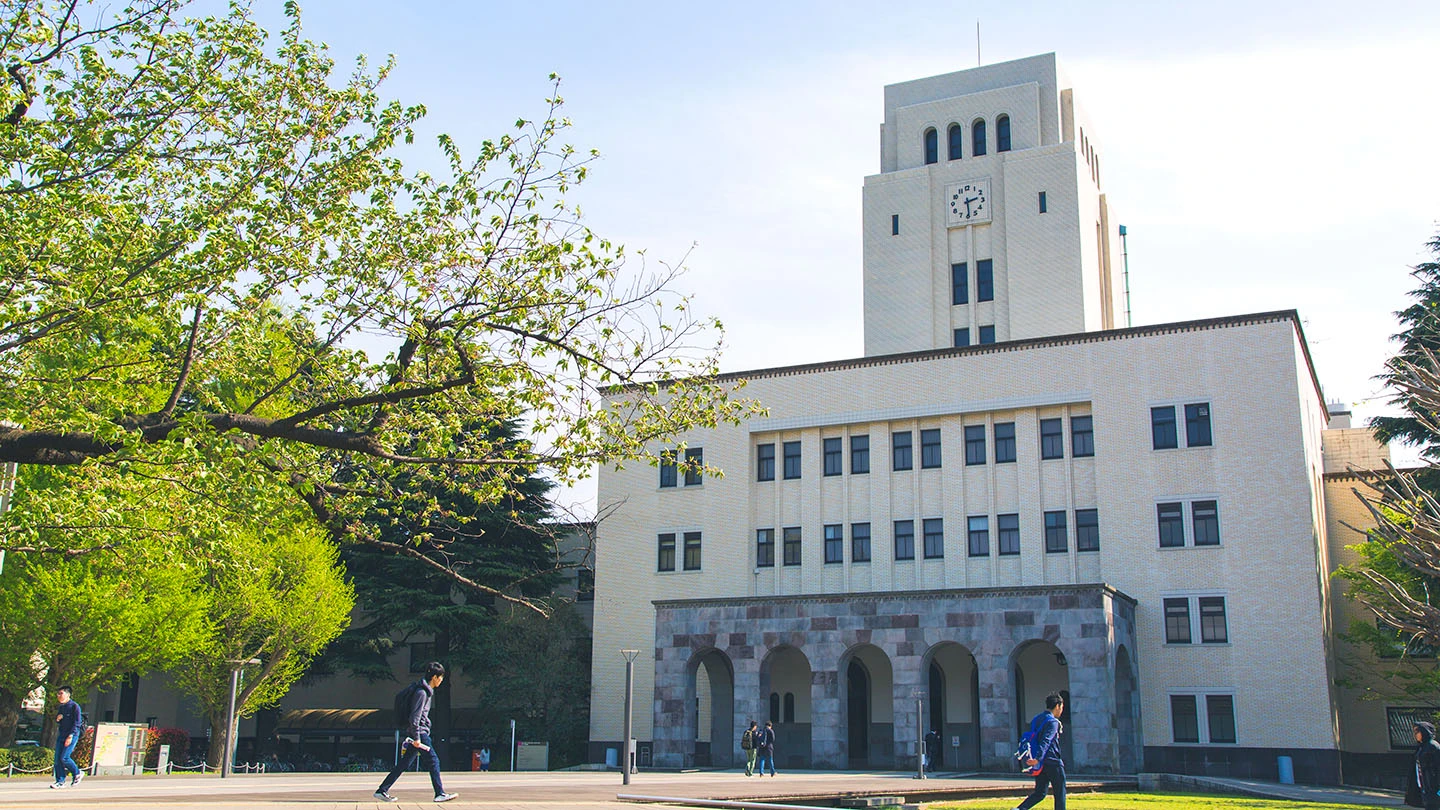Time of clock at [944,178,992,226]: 2:29
